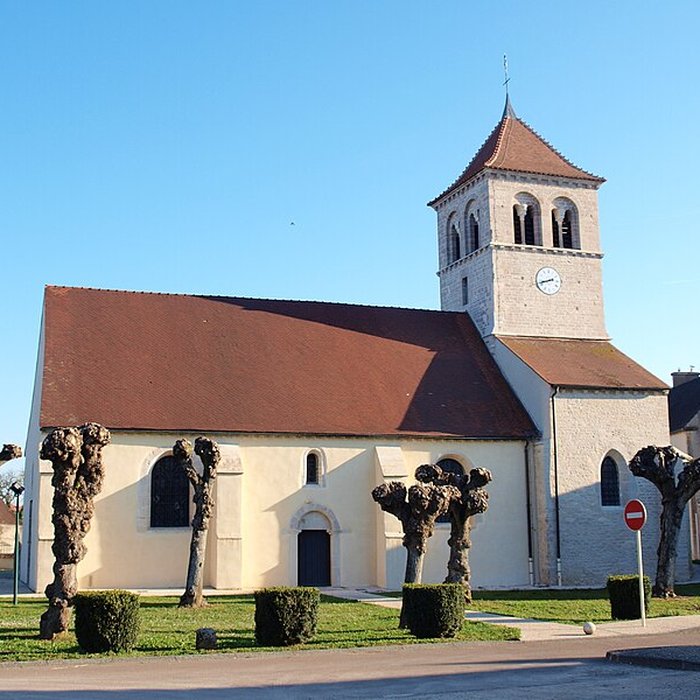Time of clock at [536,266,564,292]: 2:42
